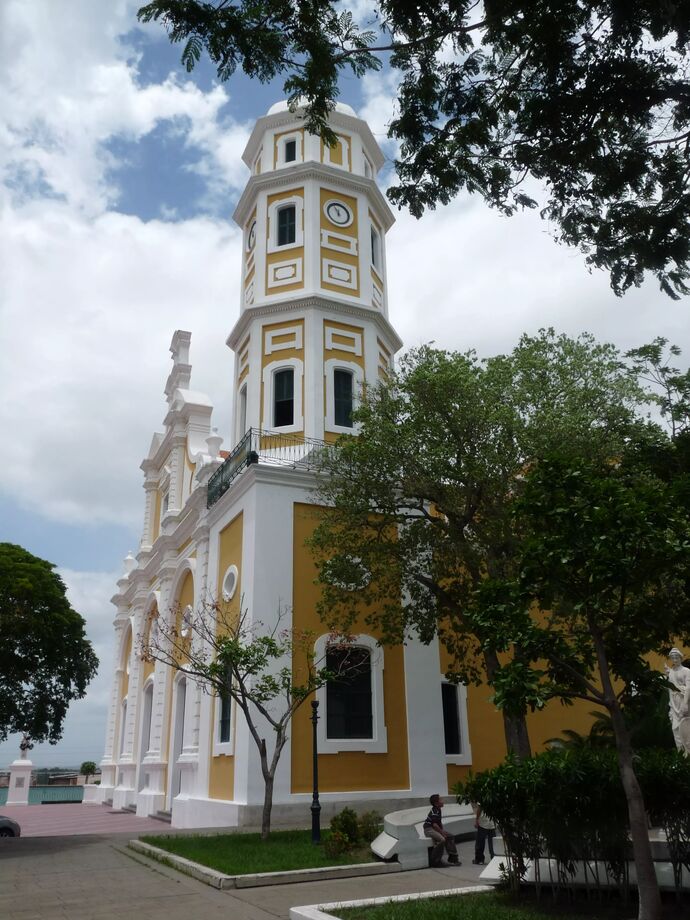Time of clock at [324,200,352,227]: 11:56
